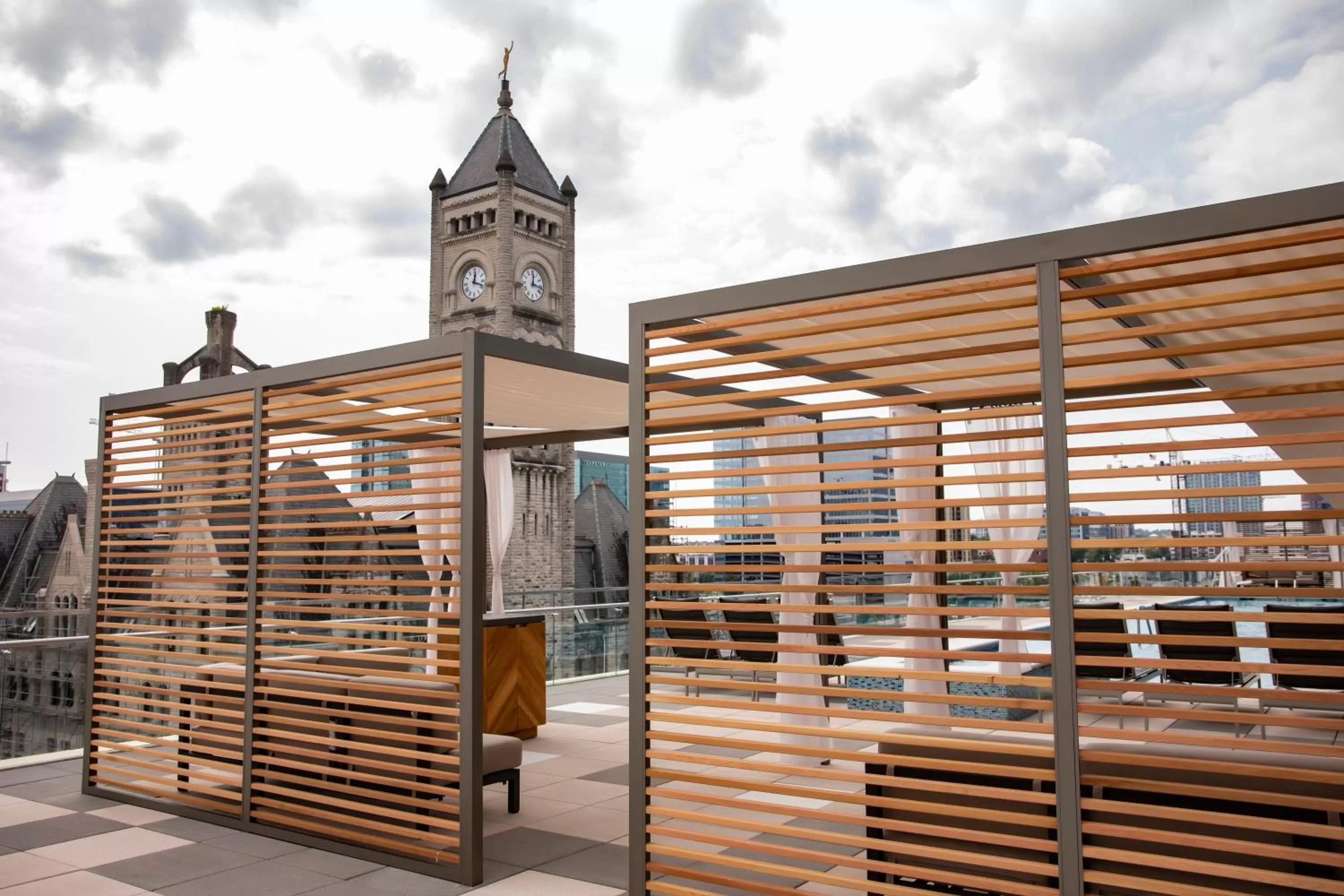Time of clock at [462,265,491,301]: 12:18
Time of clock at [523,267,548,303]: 12:16
